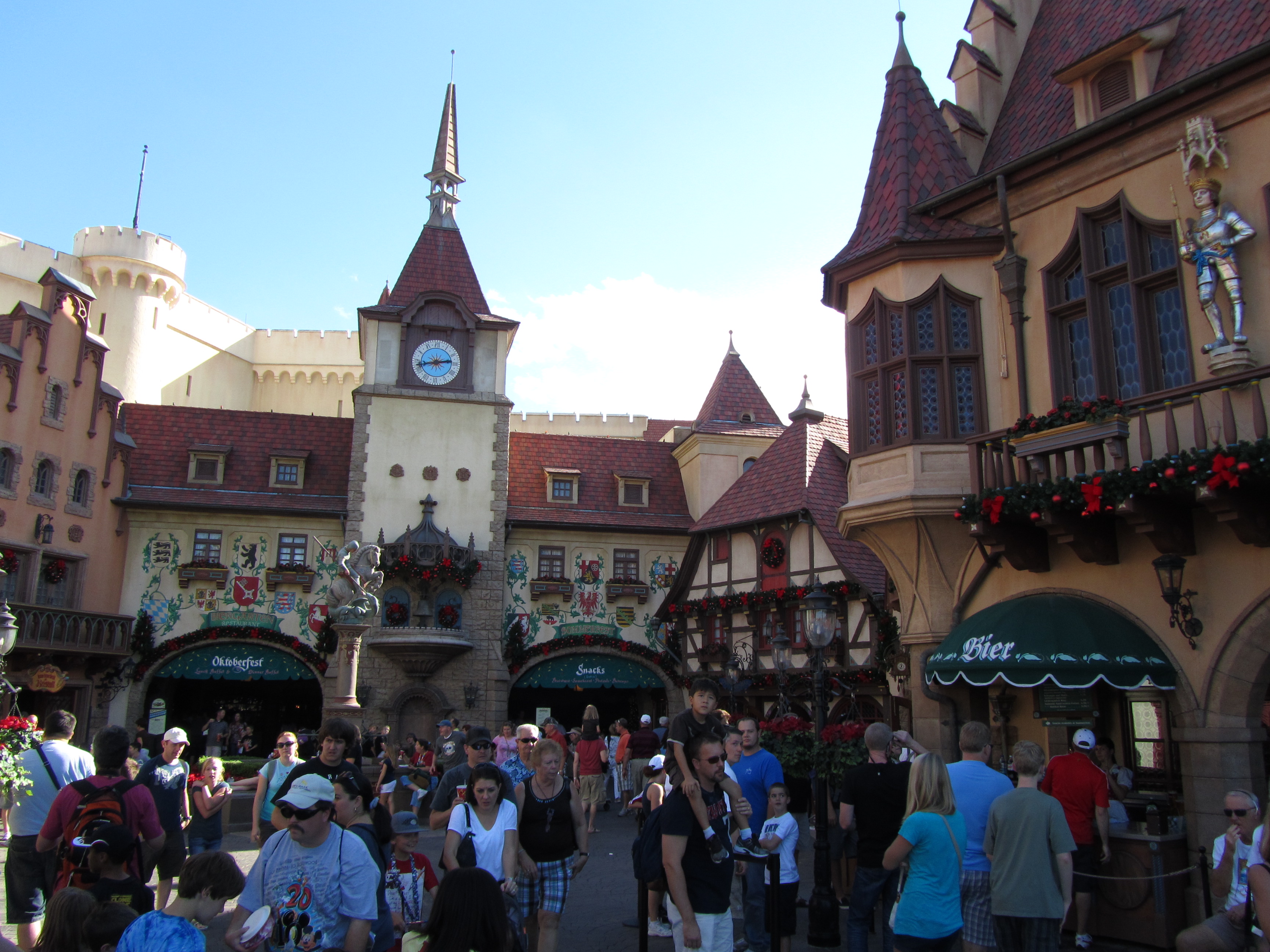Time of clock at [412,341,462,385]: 2:42
